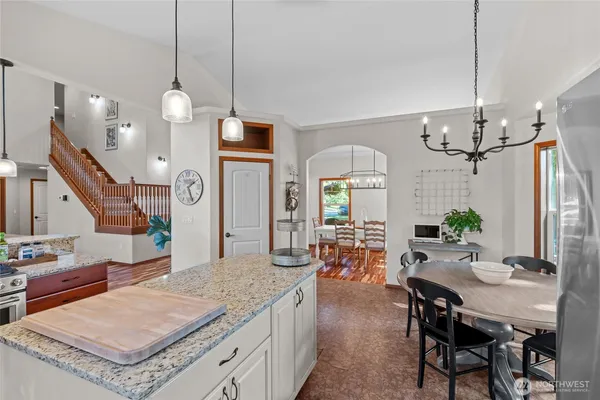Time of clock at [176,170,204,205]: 1:26
